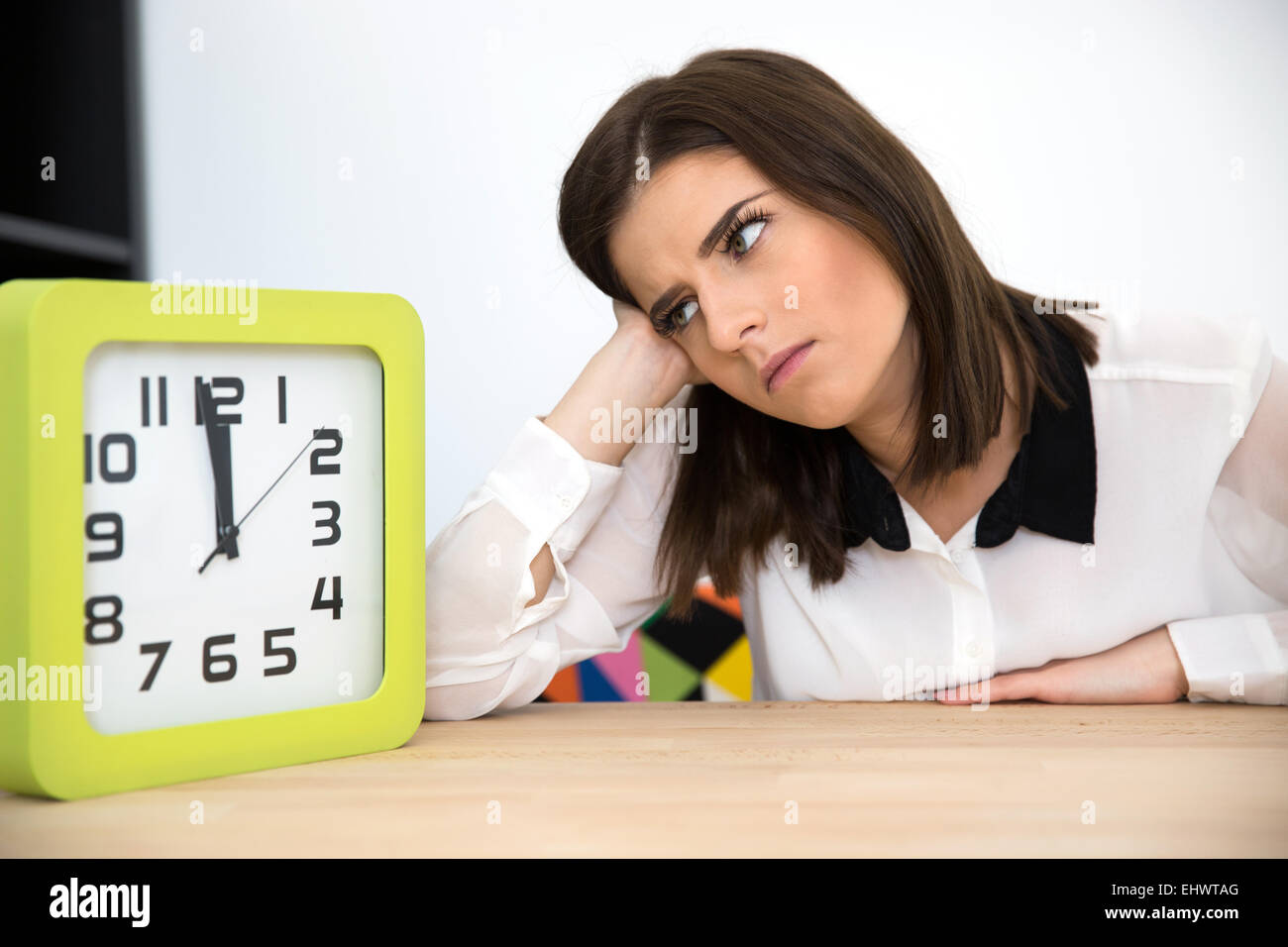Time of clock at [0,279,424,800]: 11:58
